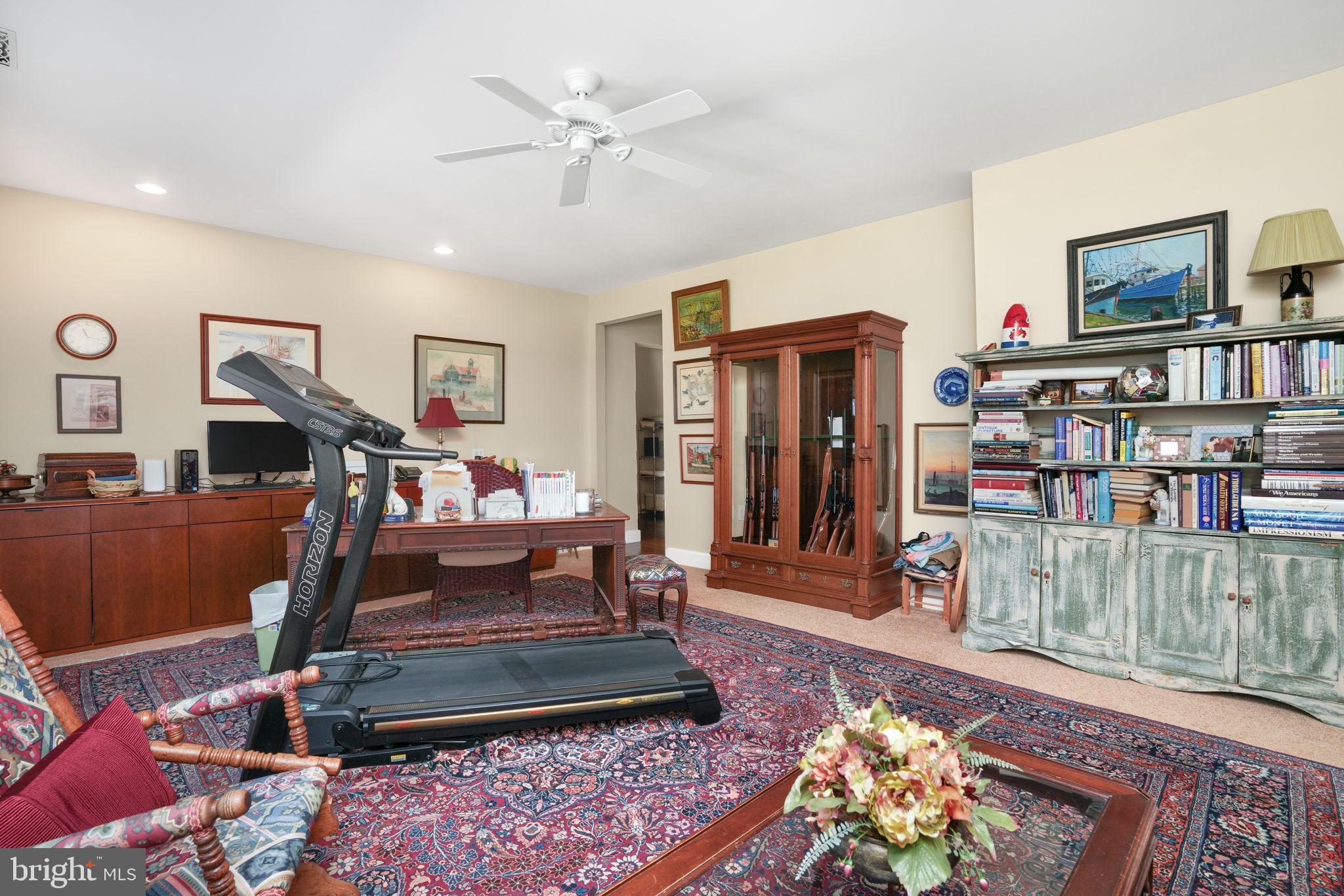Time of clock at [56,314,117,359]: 11:16
